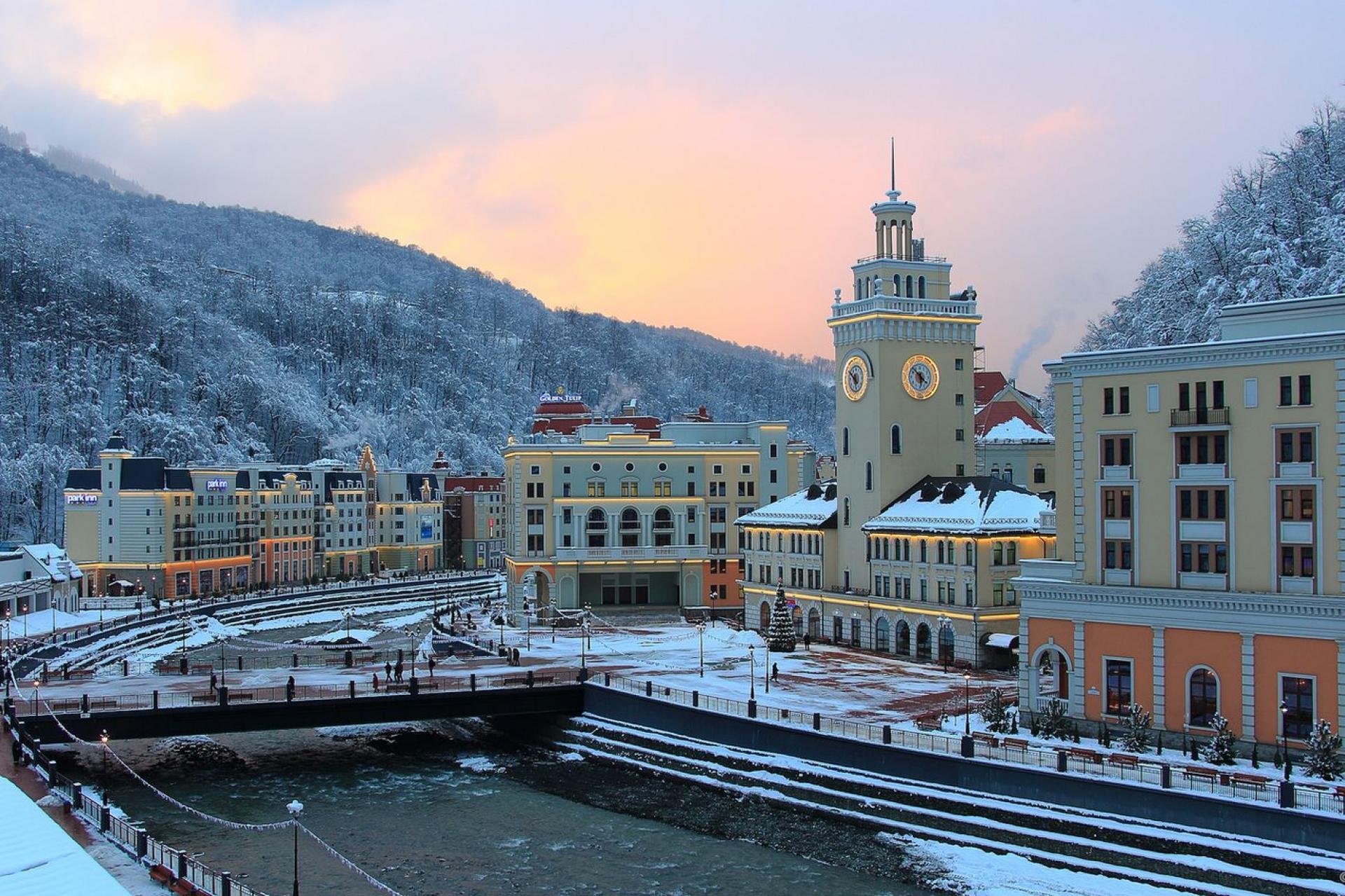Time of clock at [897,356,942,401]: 5:51
